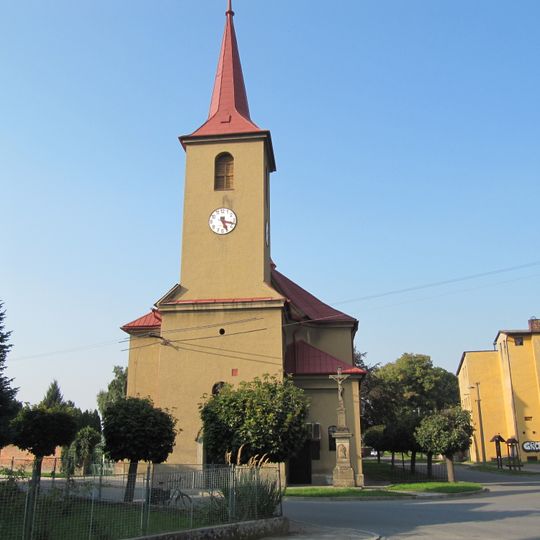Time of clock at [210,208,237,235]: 5:17
